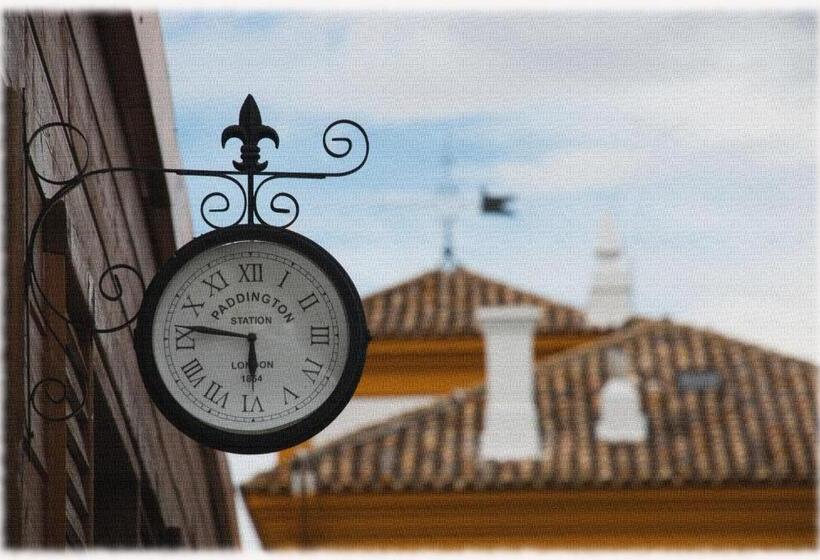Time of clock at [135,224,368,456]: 5:46
